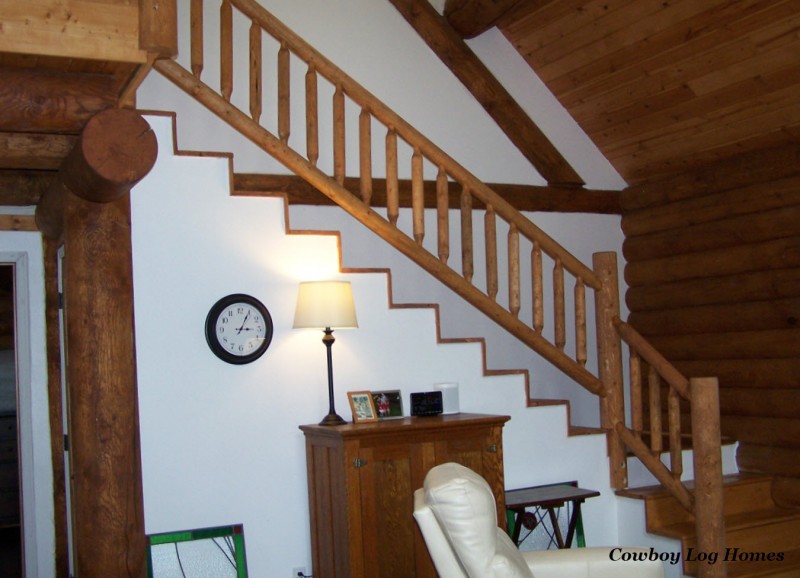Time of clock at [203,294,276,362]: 3:04
